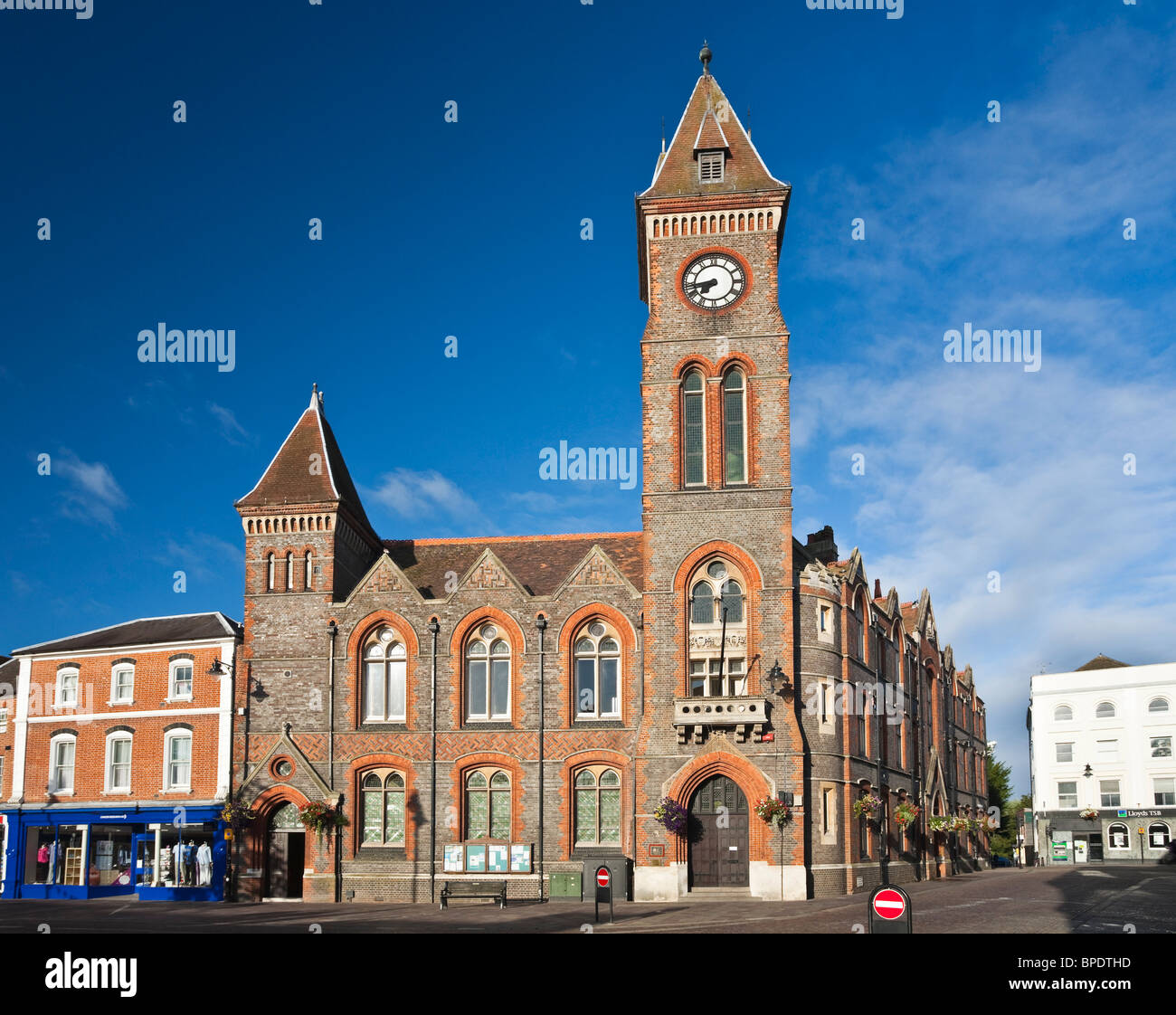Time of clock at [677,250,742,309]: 7:43
